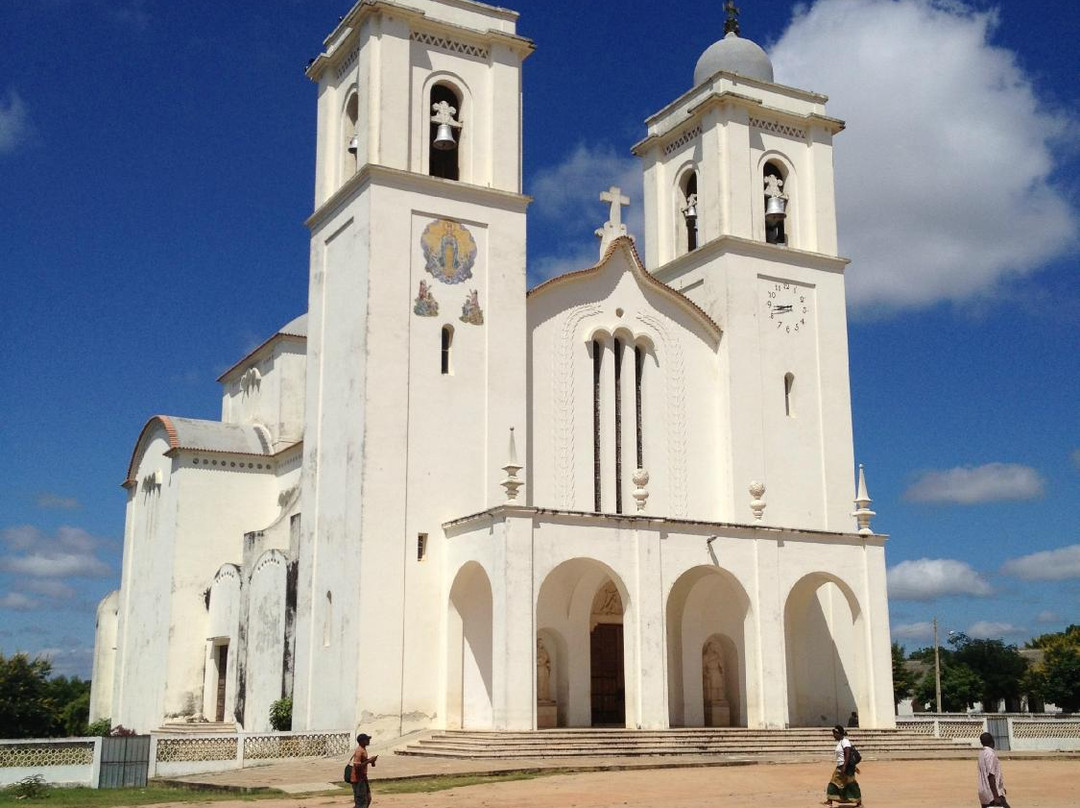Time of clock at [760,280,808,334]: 8:42
